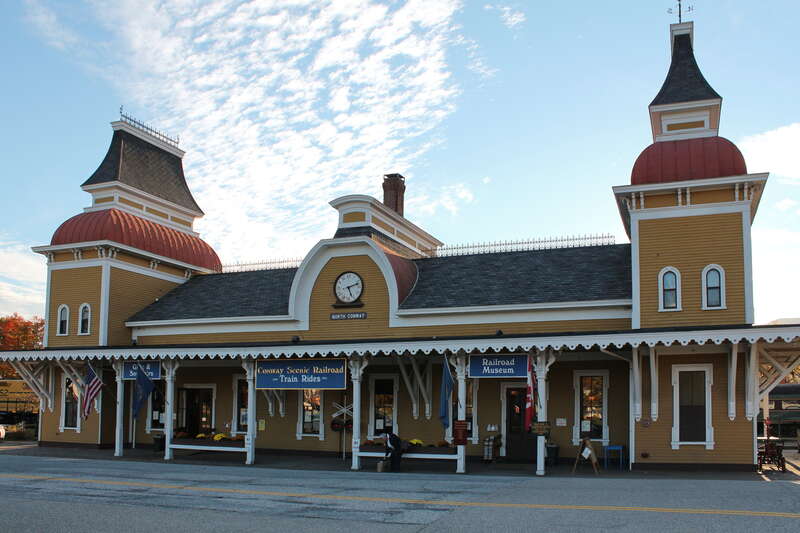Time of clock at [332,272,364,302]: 5:12
